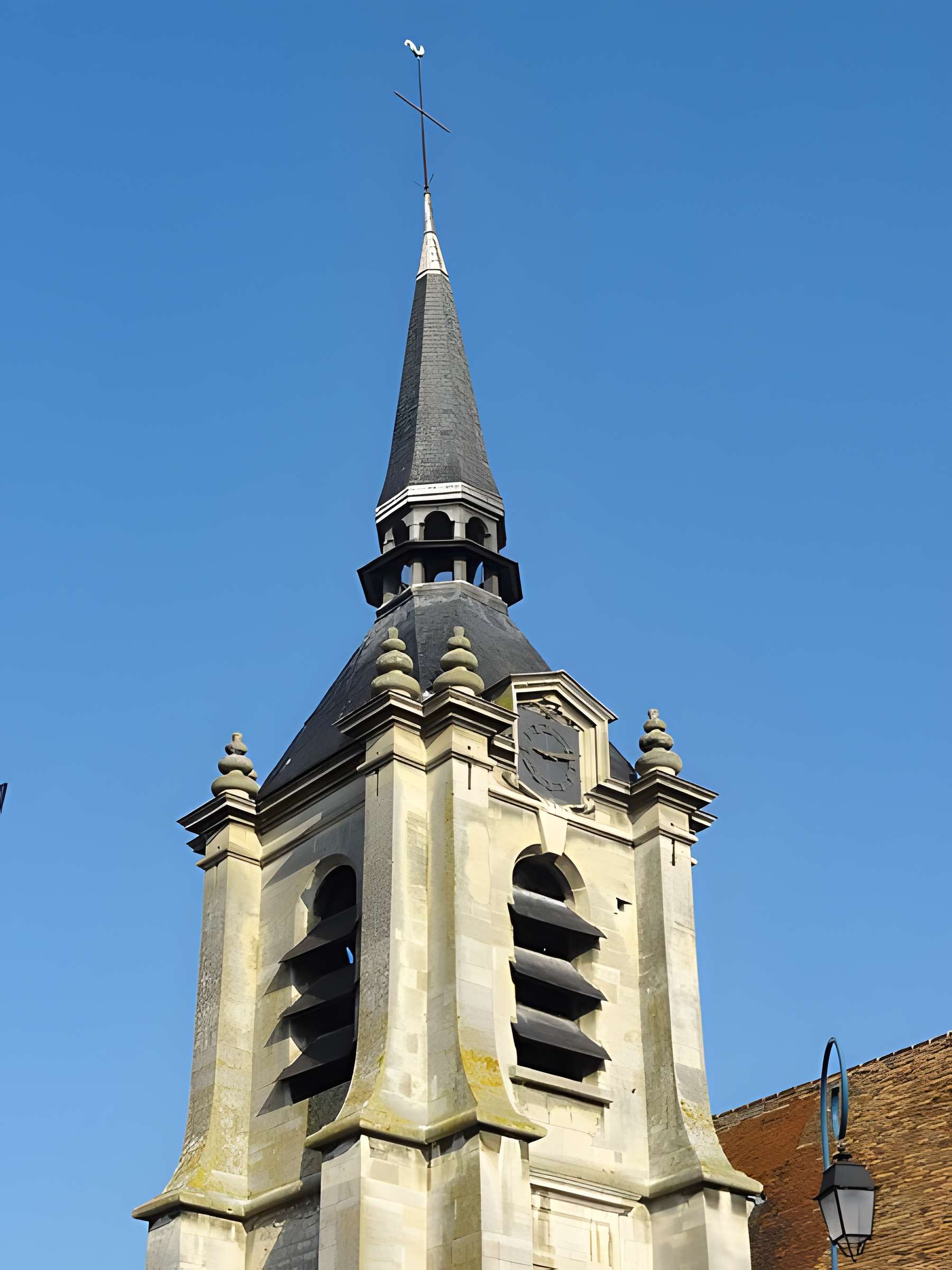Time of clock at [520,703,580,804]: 9:13
